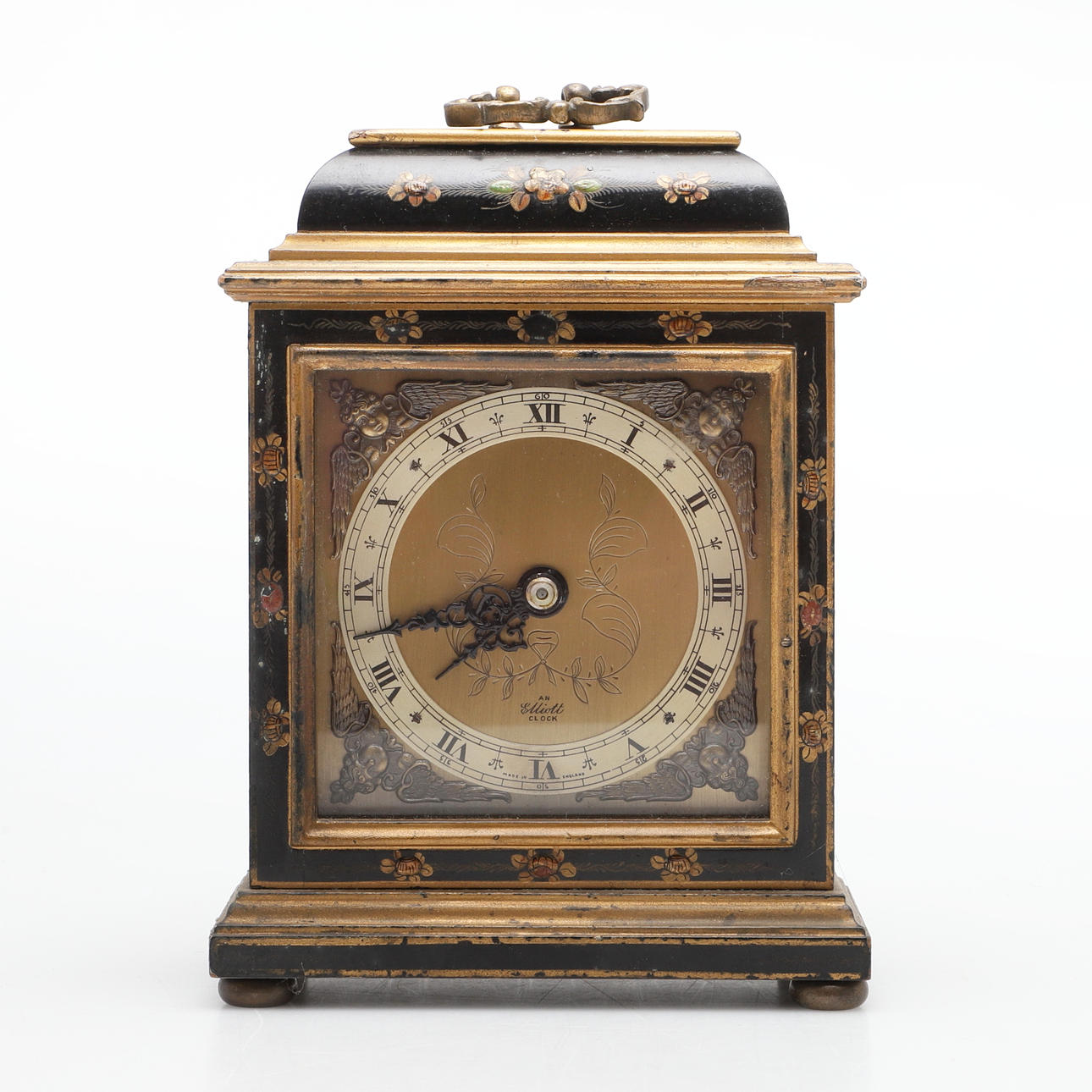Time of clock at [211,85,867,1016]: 7:43
